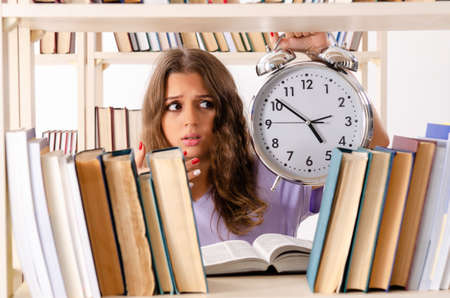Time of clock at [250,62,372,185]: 4:51
